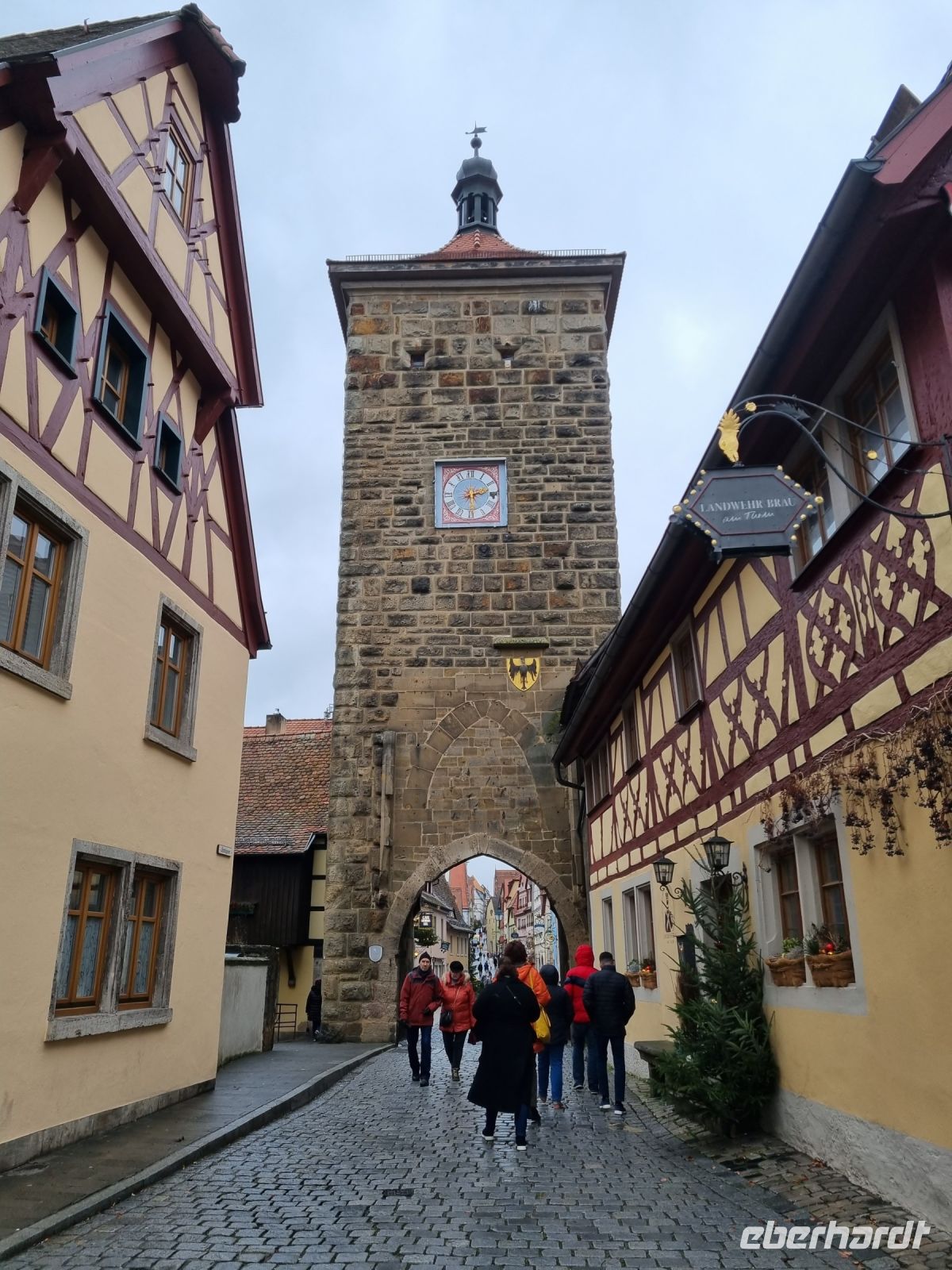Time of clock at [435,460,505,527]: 2:29
